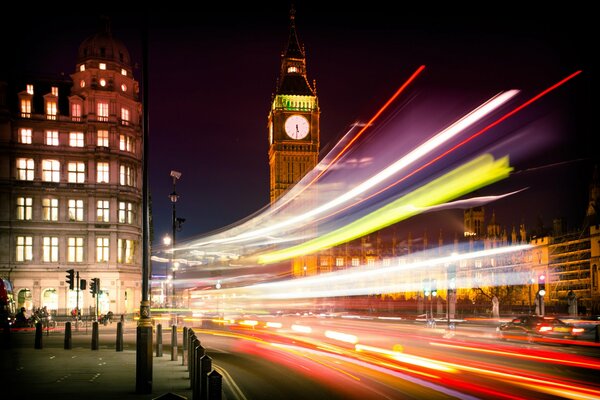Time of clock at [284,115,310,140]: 5:30
